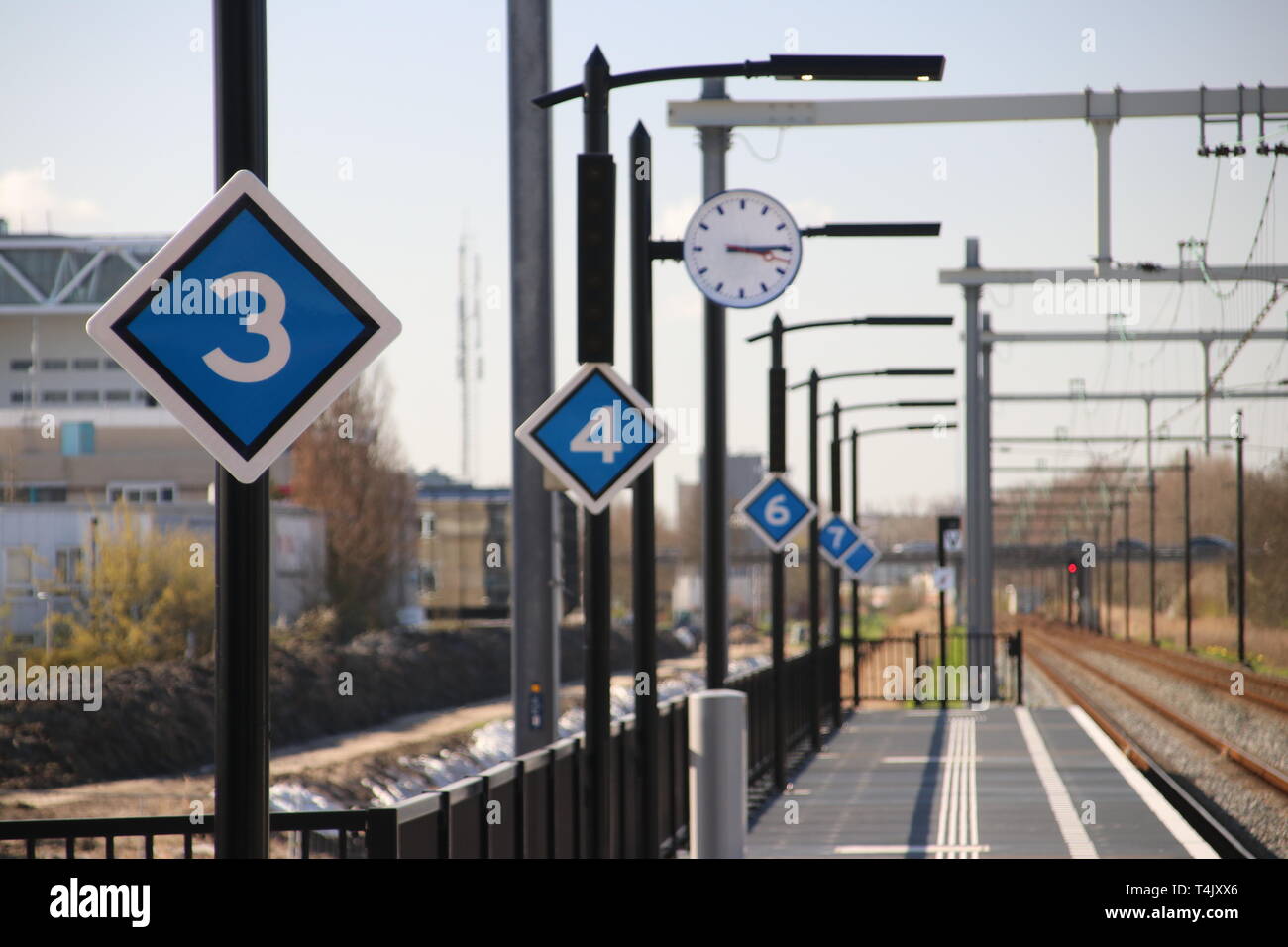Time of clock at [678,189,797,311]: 3:14
